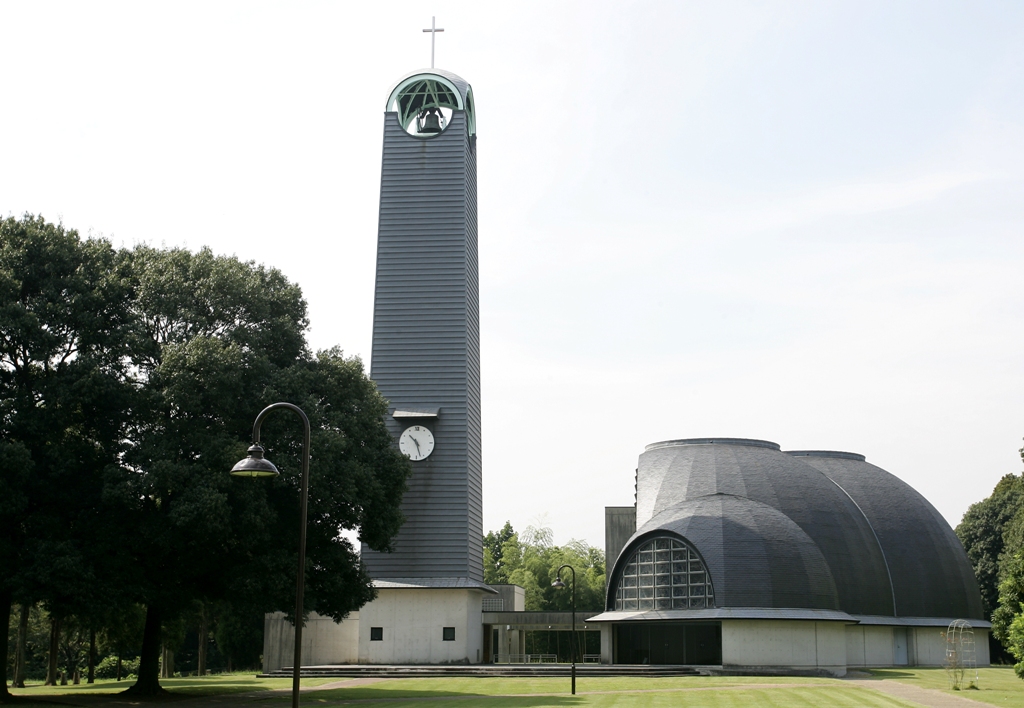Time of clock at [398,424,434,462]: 10:27
